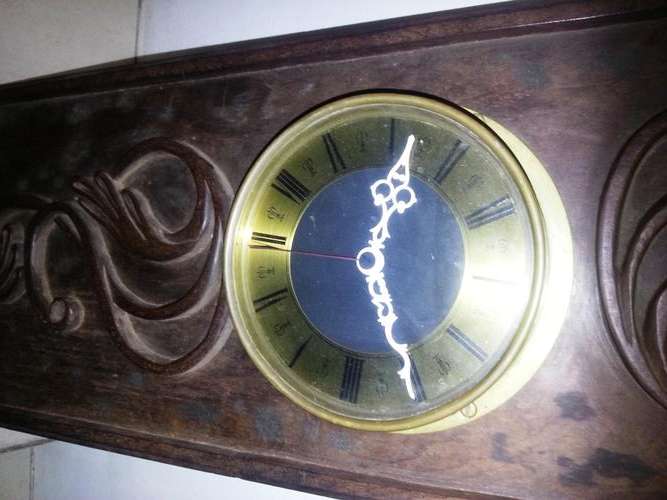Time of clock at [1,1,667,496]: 12:26
